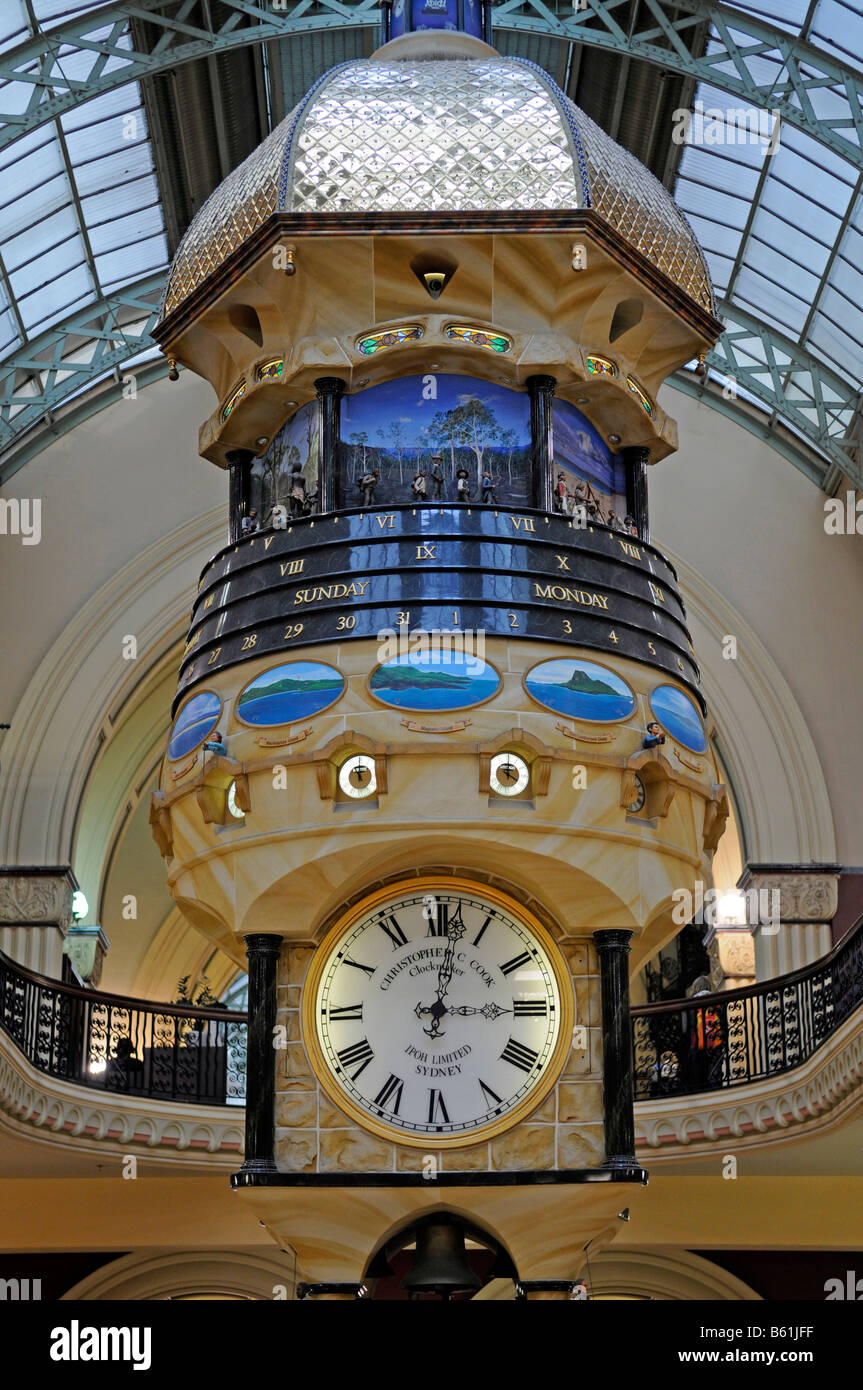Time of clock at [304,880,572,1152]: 3:01
